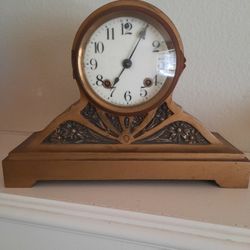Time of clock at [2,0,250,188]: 7:04
